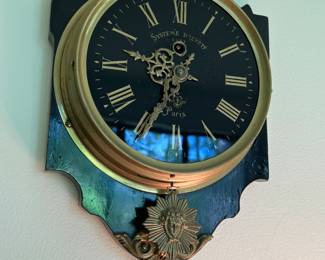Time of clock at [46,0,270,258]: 9:34
